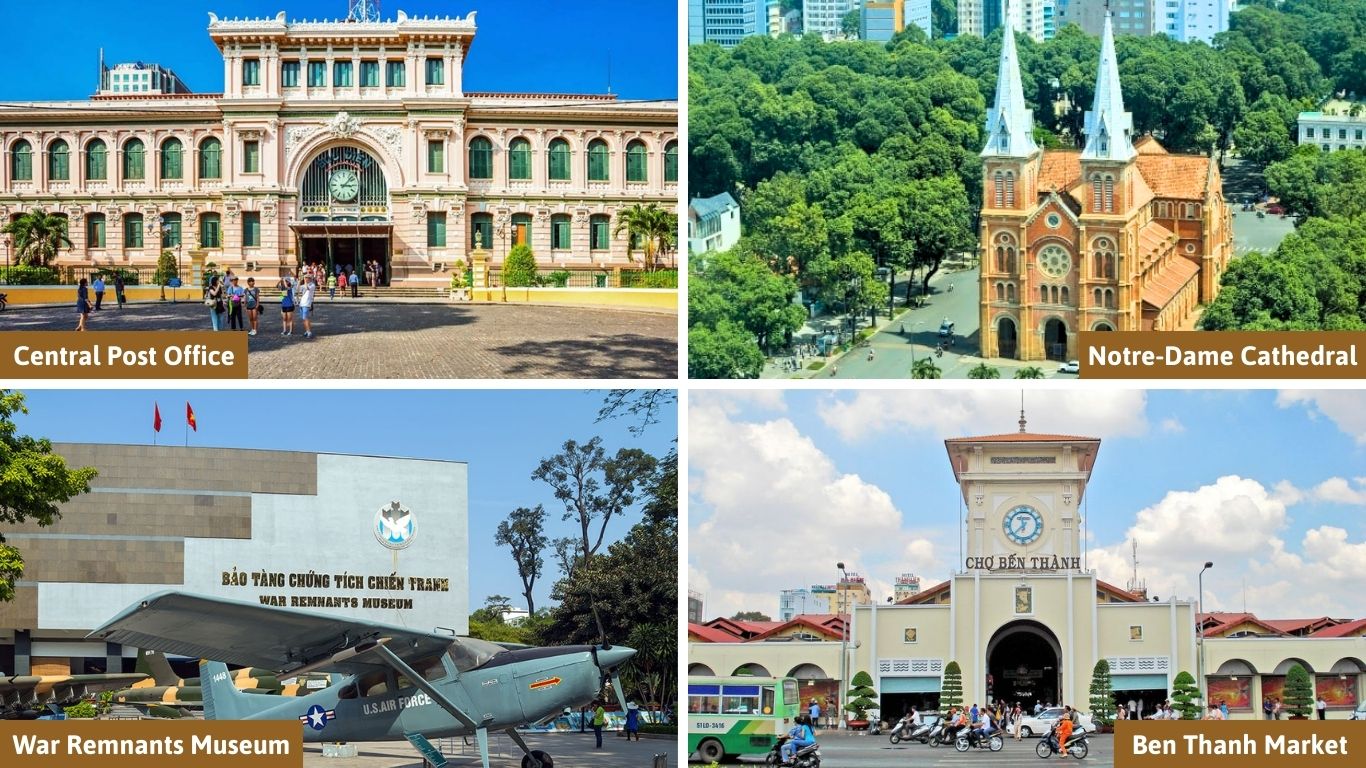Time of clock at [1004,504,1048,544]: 11:37
